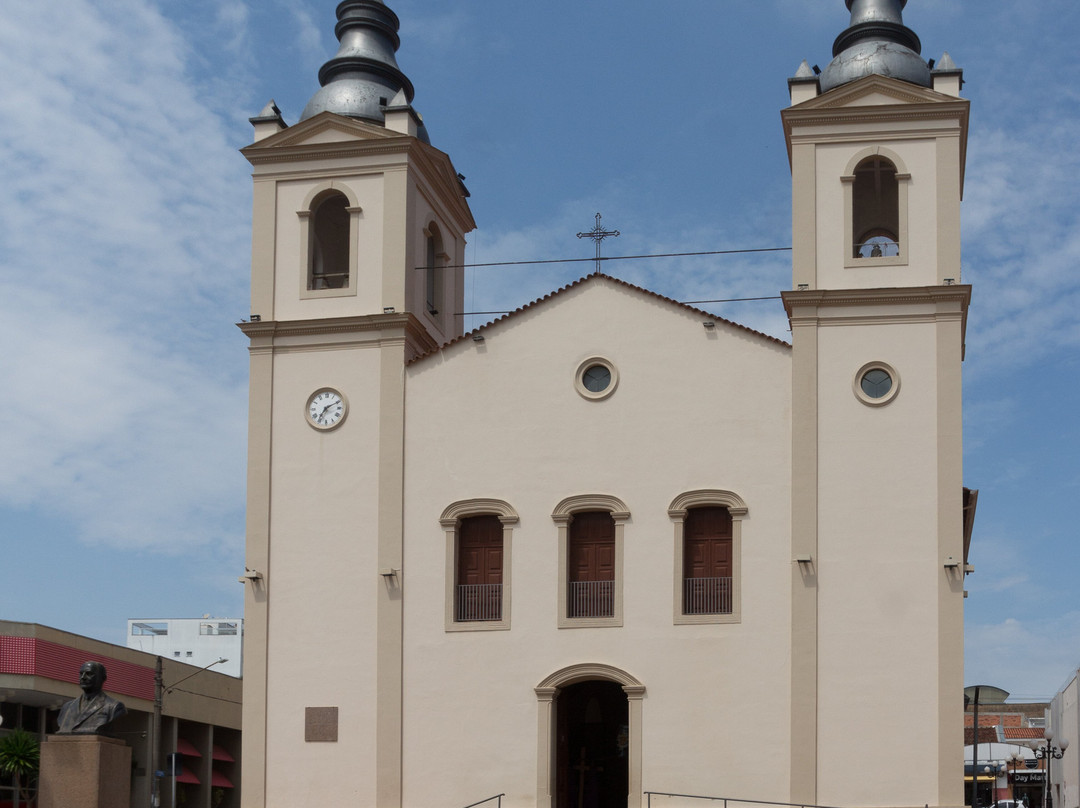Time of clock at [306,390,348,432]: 7:10
